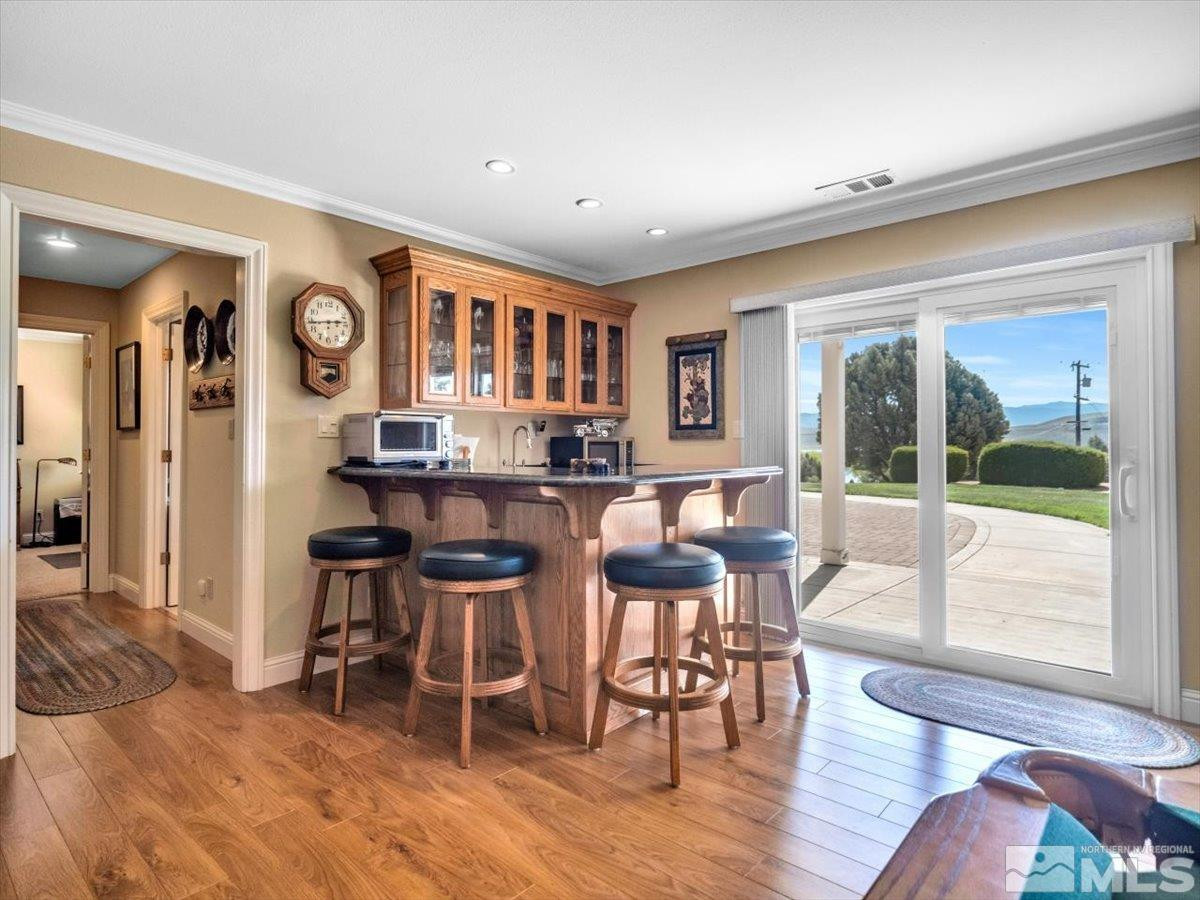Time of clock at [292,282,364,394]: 2:43
